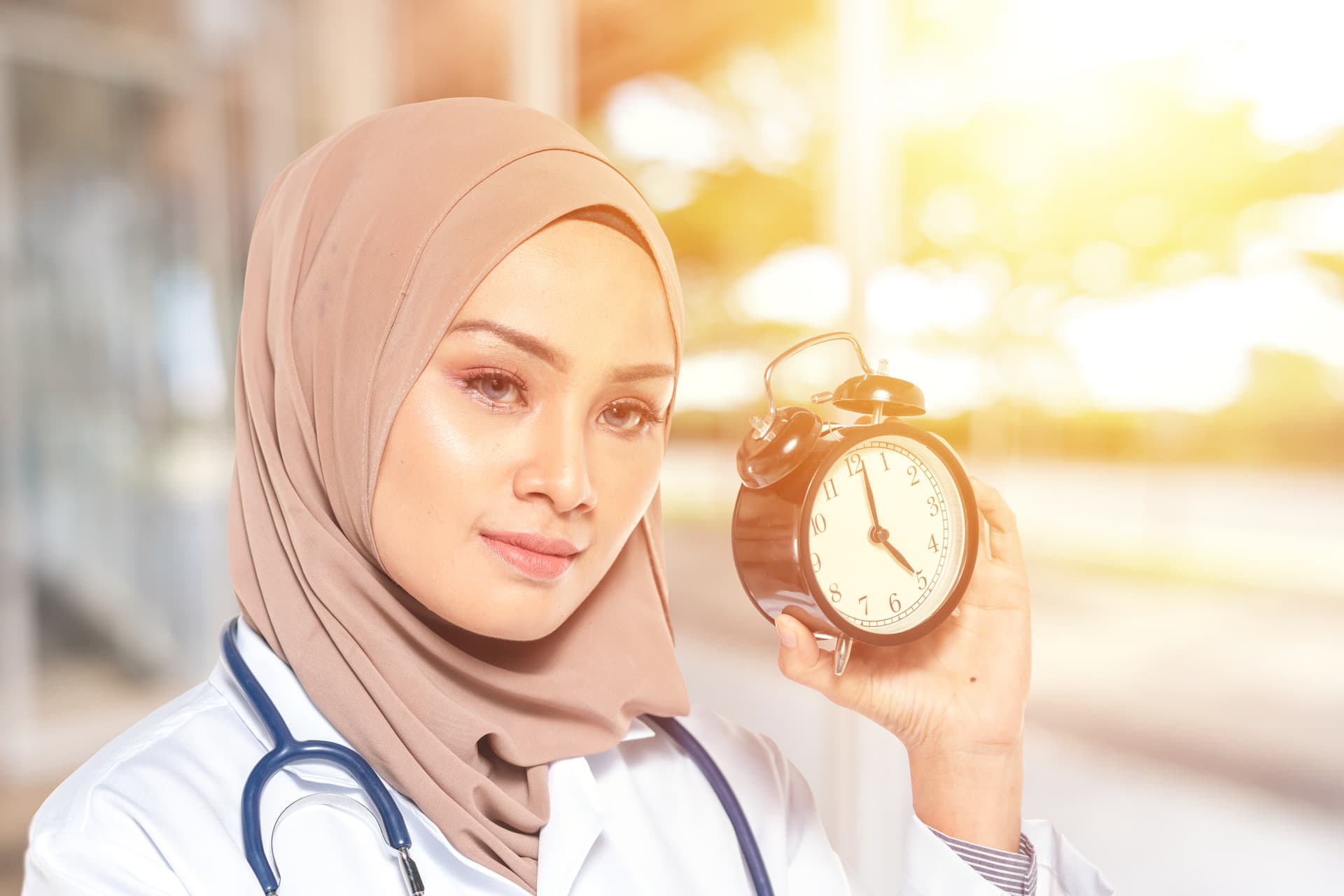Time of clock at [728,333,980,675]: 5:01
